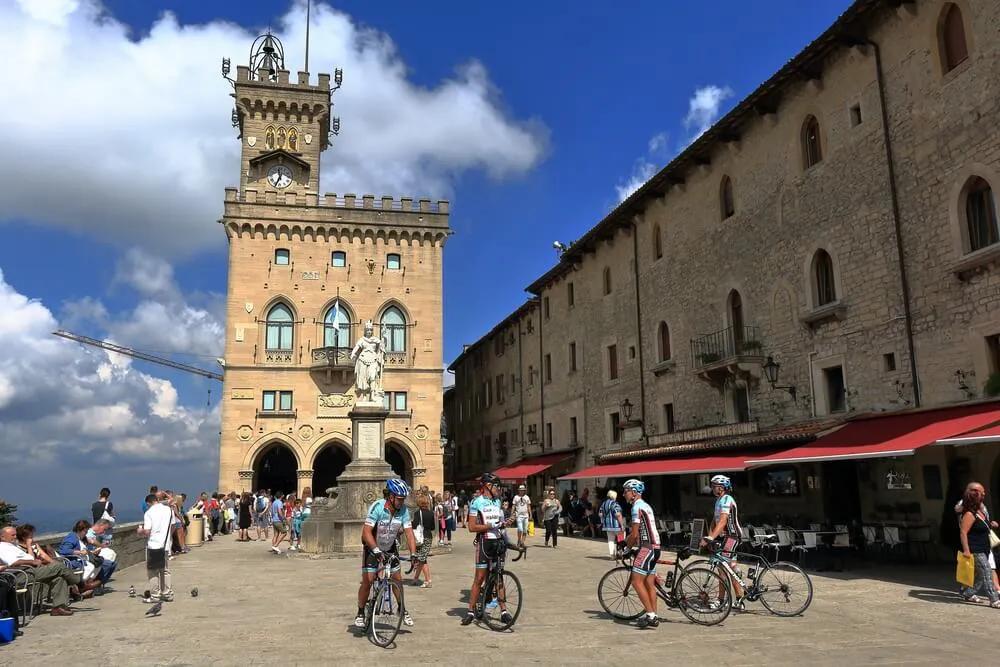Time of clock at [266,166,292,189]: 11:34
